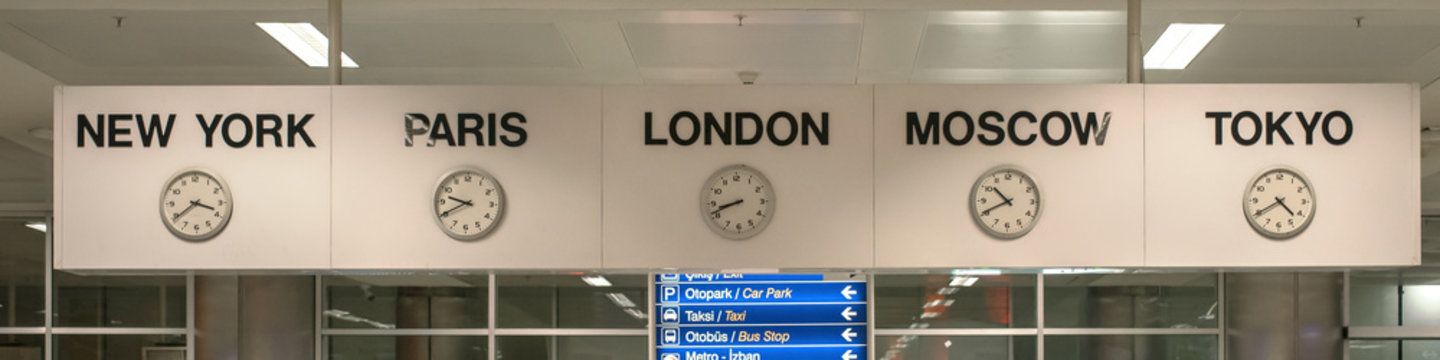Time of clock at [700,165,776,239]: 8:41
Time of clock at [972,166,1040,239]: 10:40
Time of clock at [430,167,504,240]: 9:40
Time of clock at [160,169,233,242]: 3:39
